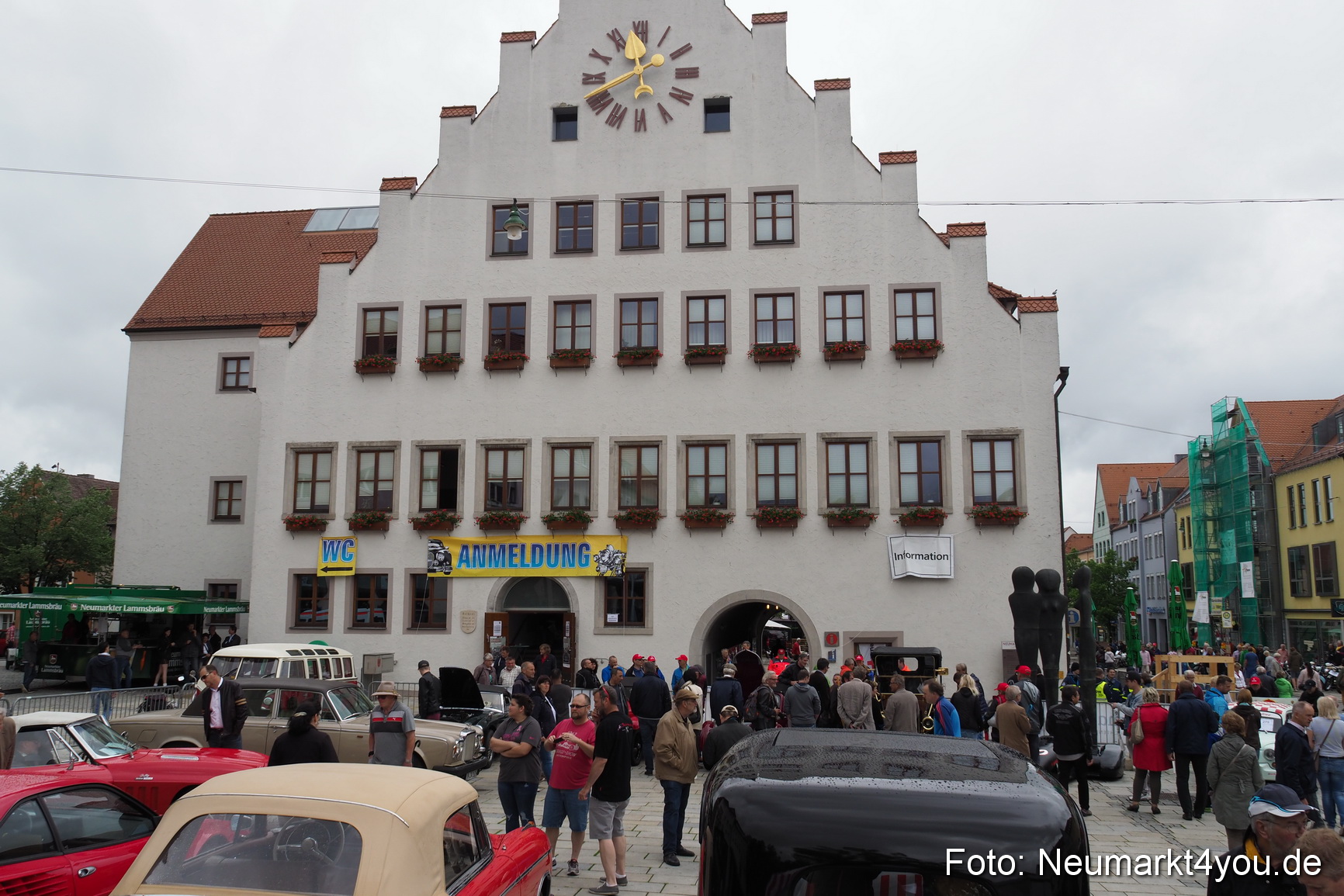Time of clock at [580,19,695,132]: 11:40
